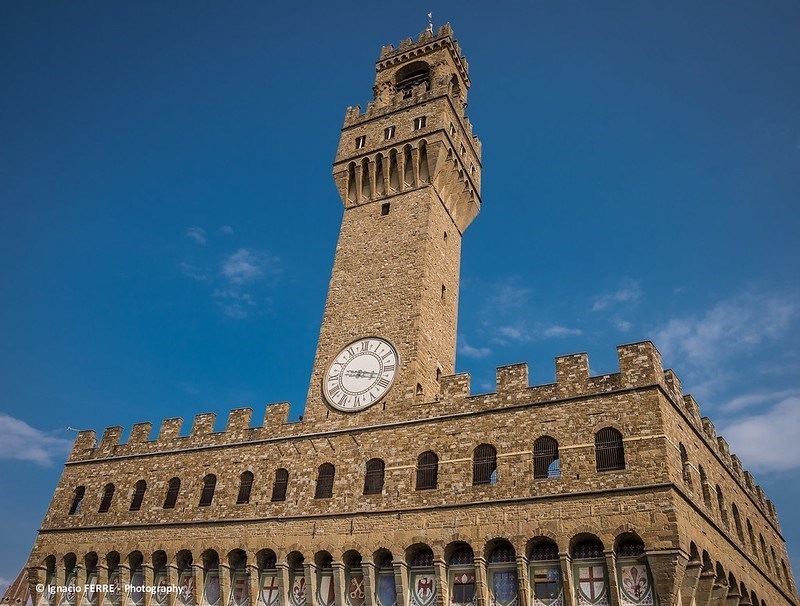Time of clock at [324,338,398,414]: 9:17
